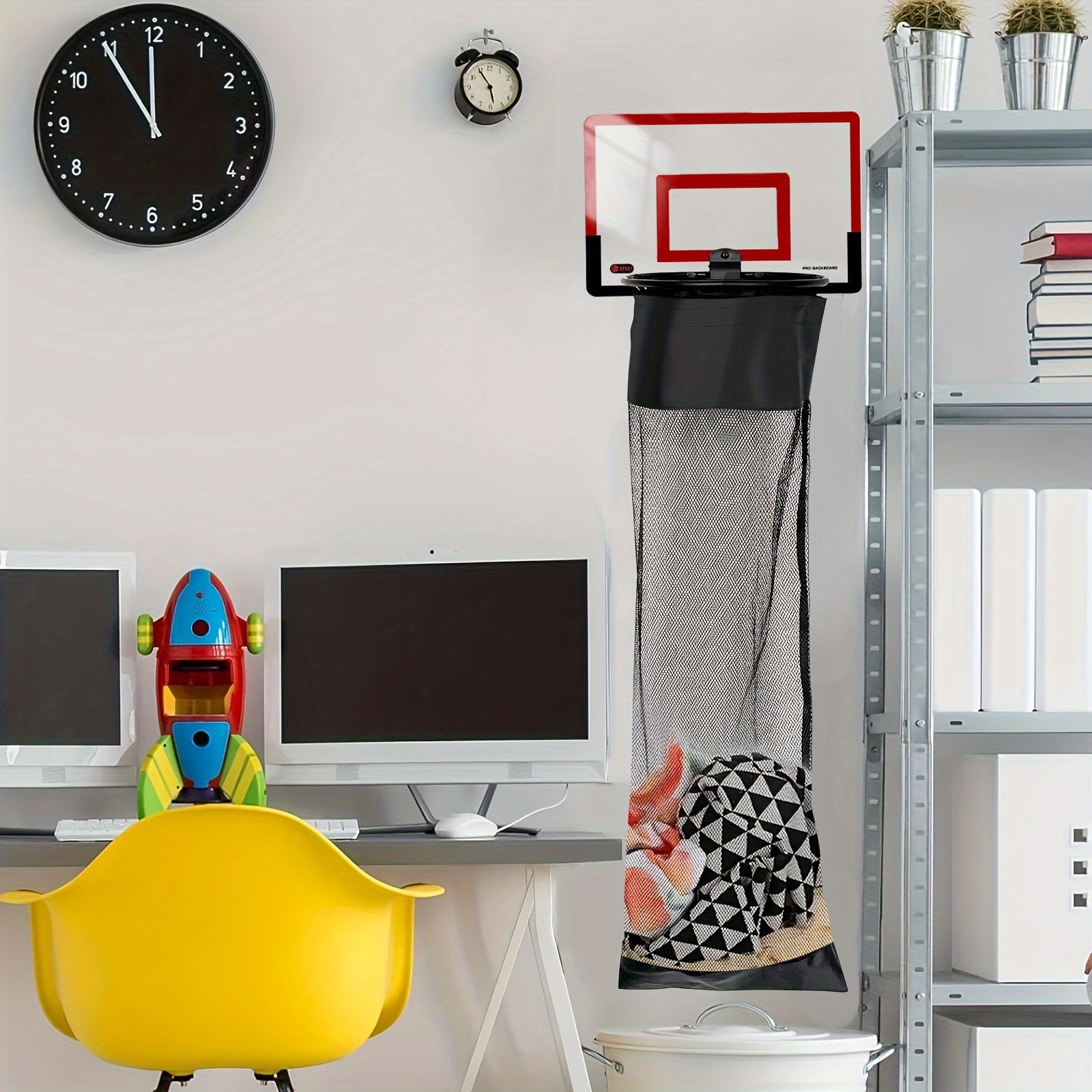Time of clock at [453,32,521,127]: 5:54
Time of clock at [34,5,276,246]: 11:54
